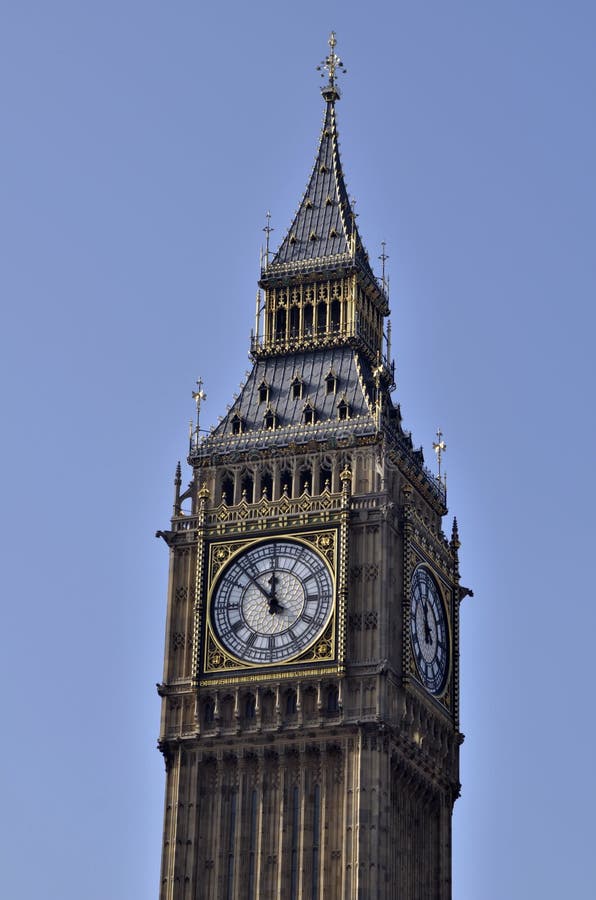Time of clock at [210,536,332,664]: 11:52
